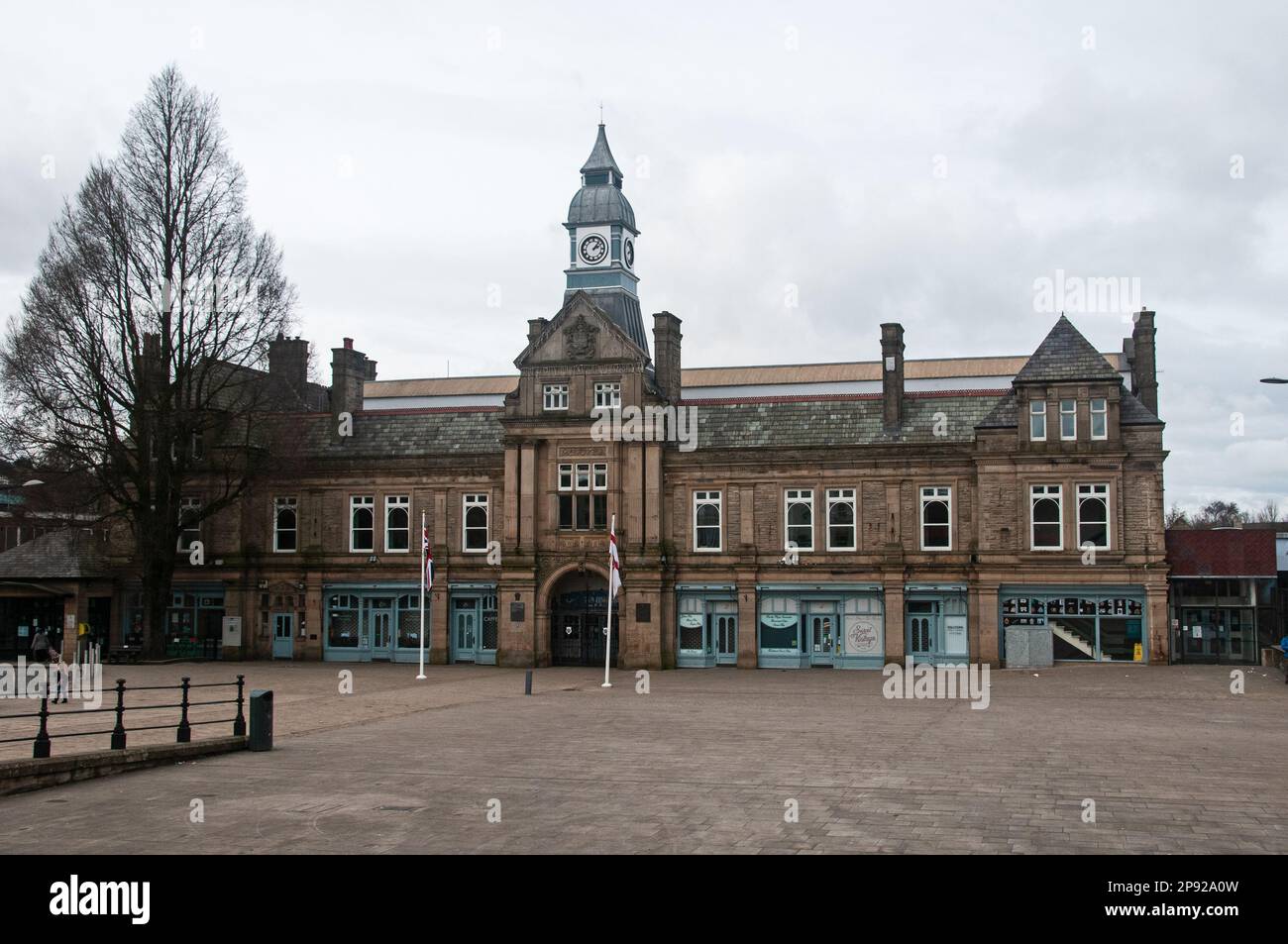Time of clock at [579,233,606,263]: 2:06
